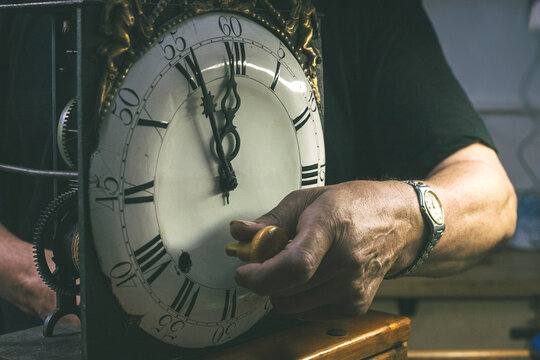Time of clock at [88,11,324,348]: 11:56
